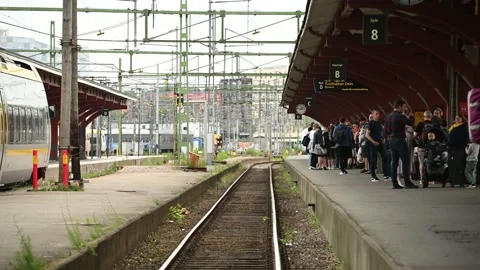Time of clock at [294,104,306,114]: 1:46
